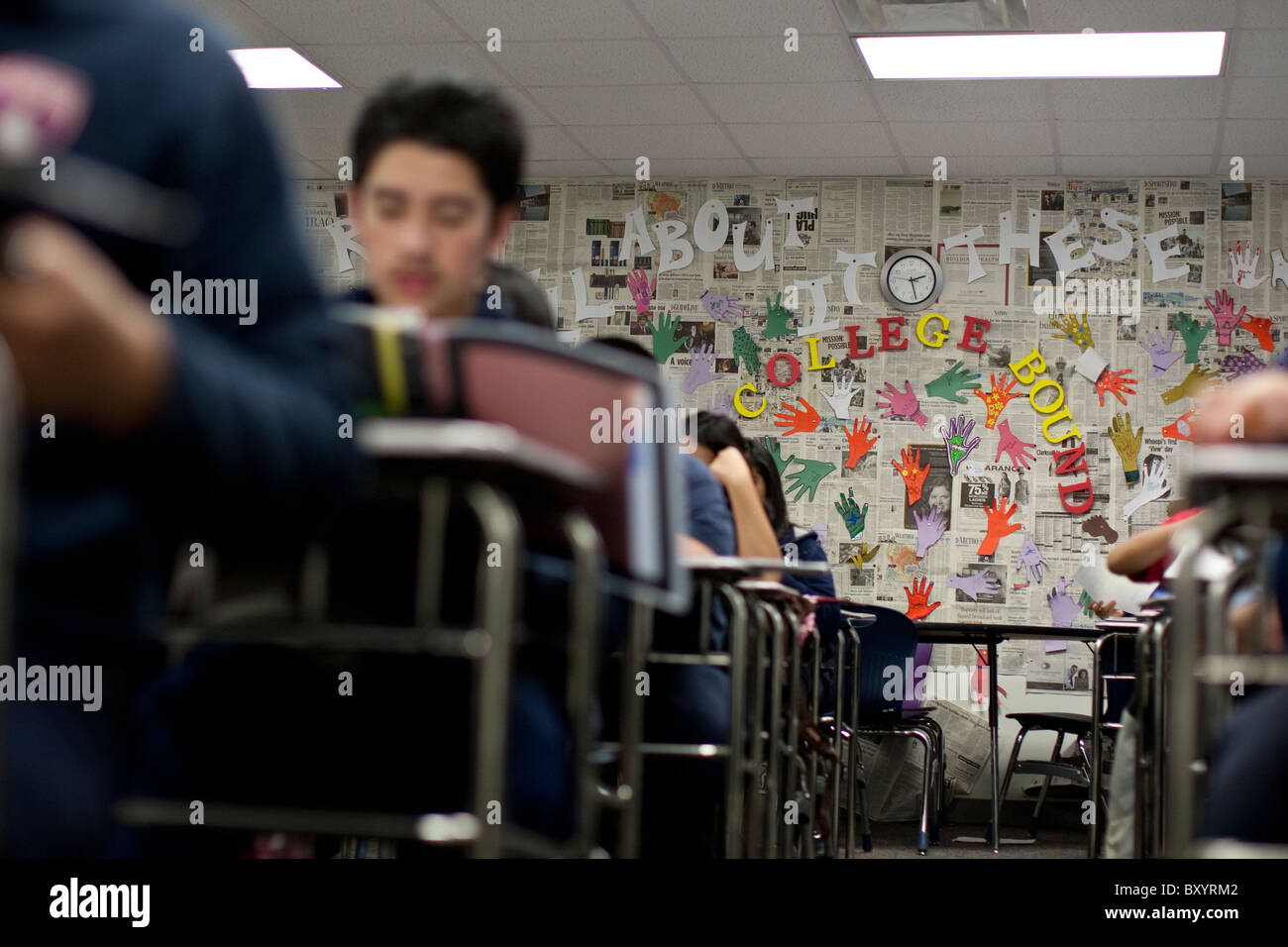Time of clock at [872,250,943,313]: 2:28
